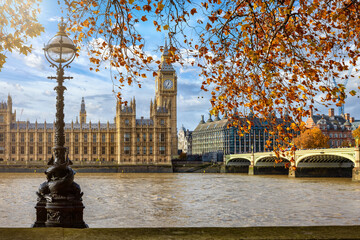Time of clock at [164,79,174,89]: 12:36
